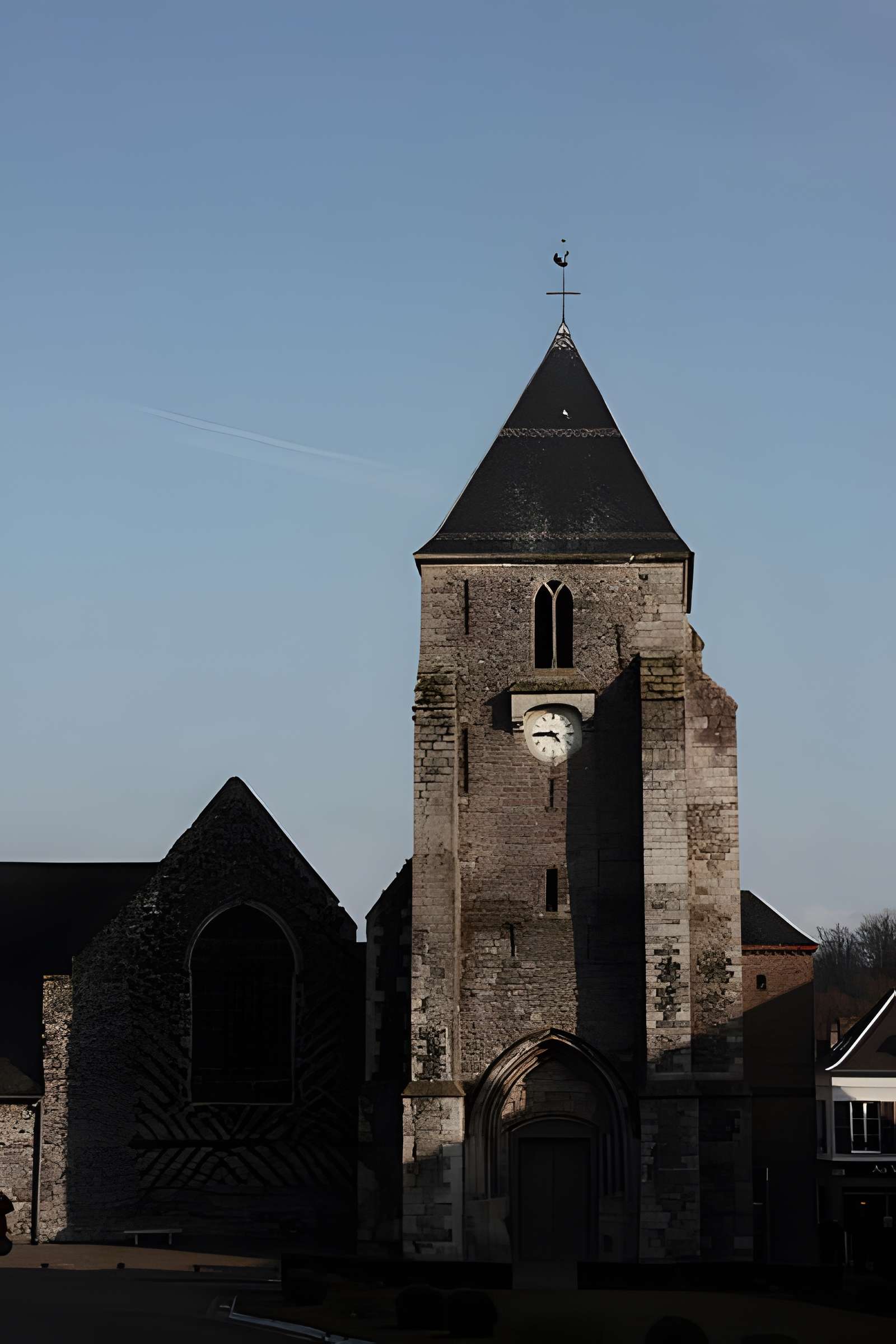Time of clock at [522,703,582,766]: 4:44
